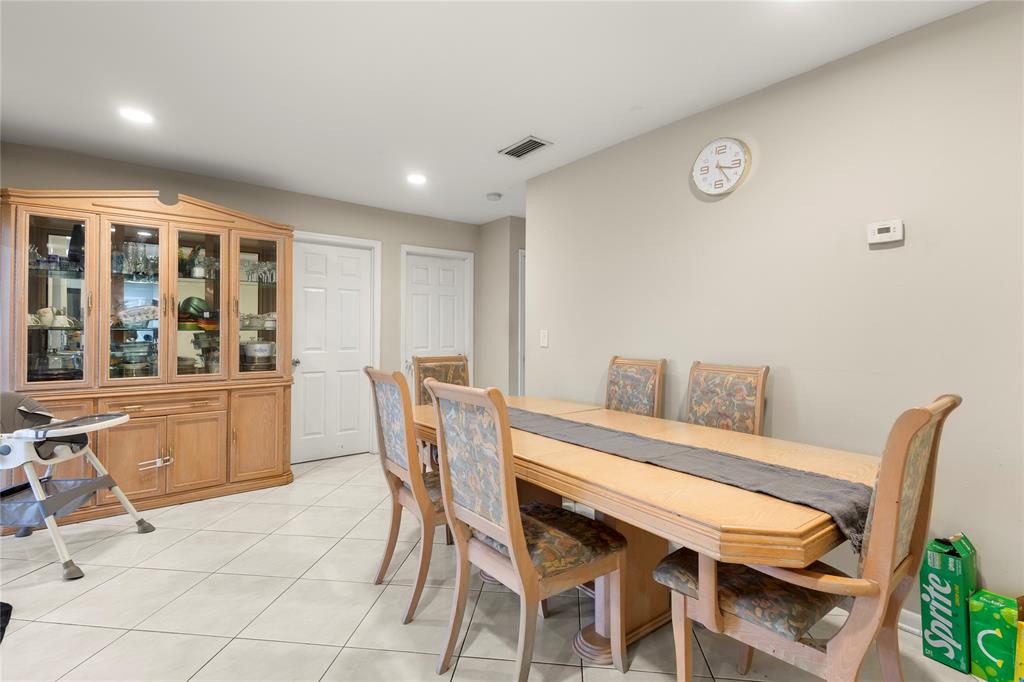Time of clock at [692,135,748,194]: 3:23
